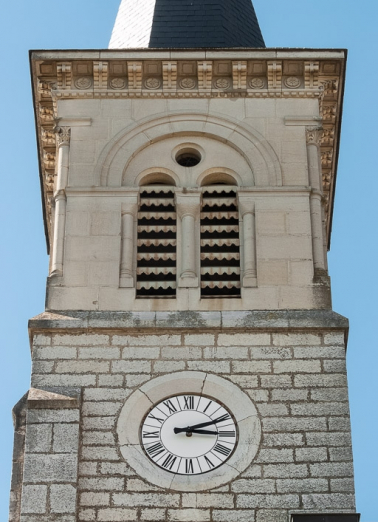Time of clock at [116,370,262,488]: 2:15
